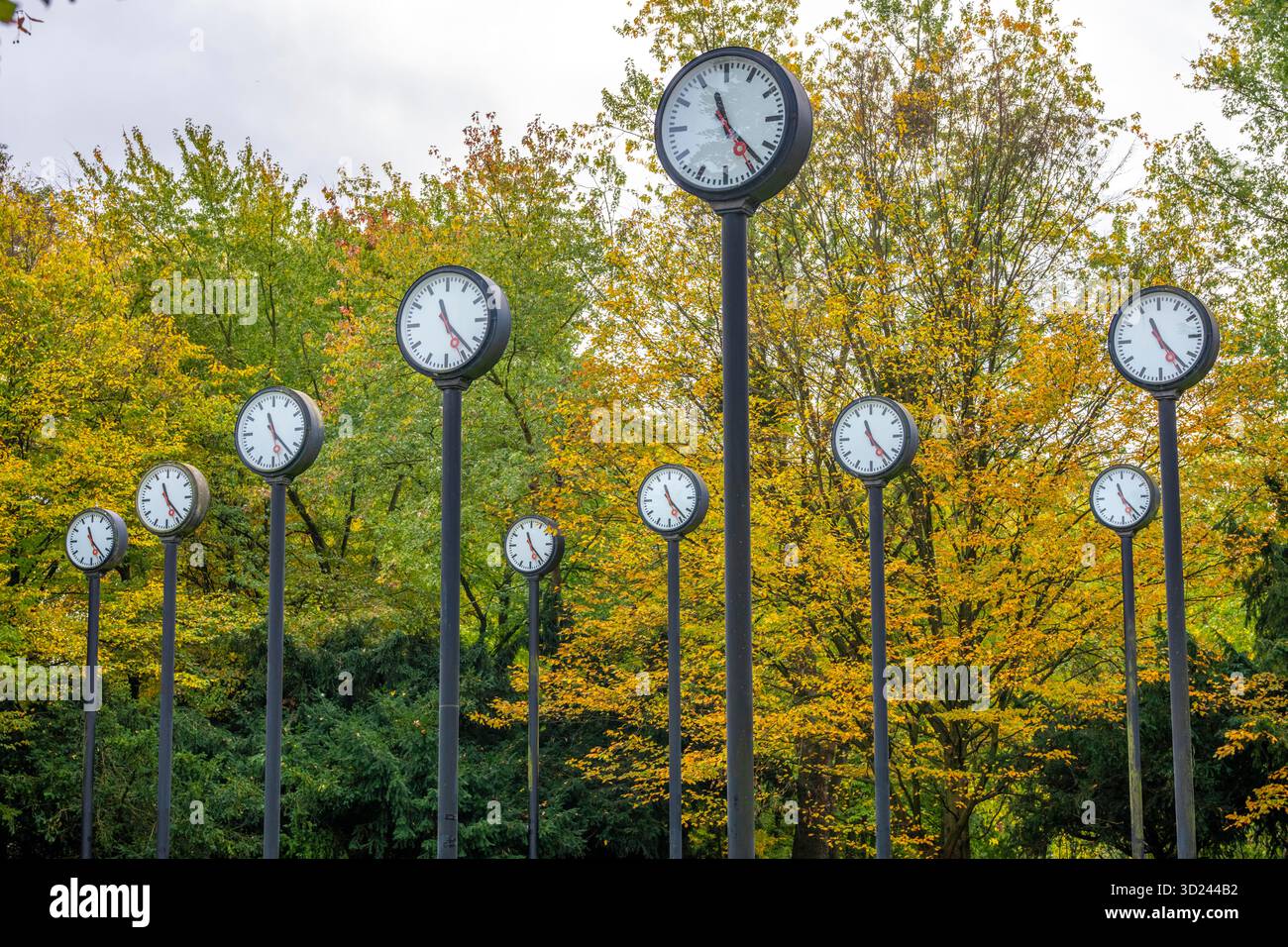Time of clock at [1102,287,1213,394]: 11:23
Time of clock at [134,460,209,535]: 11:23
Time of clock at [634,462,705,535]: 11:23
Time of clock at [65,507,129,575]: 11:23
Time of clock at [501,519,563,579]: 11:23
